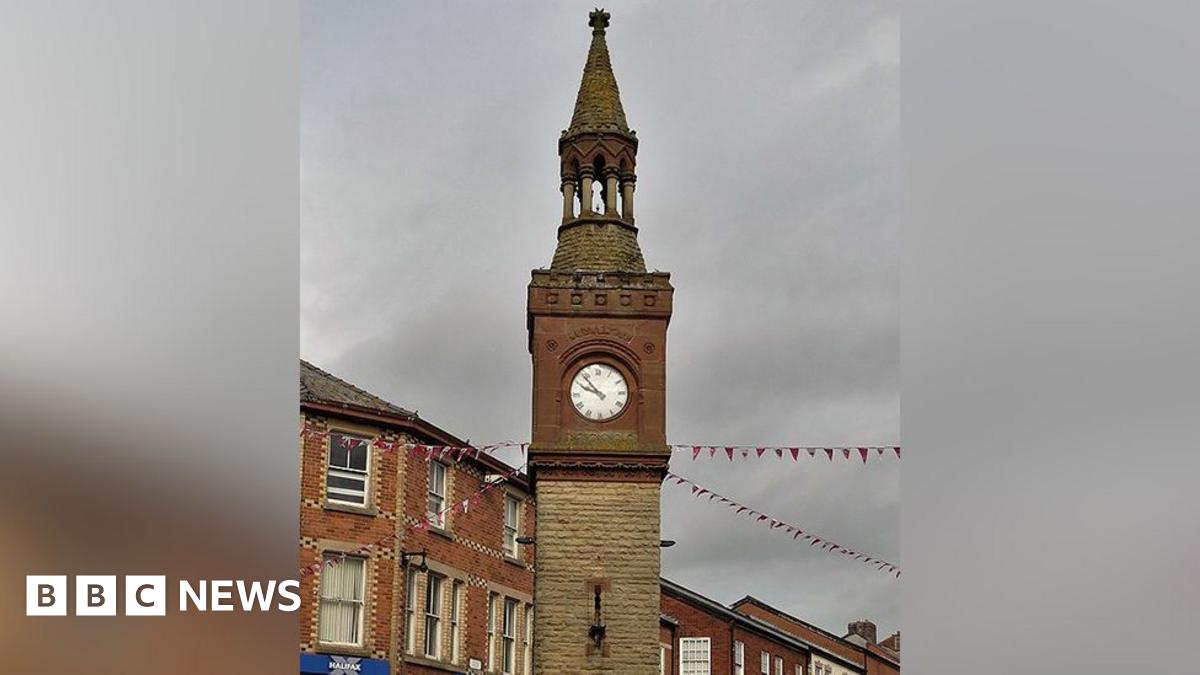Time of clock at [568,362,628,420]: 9:53
